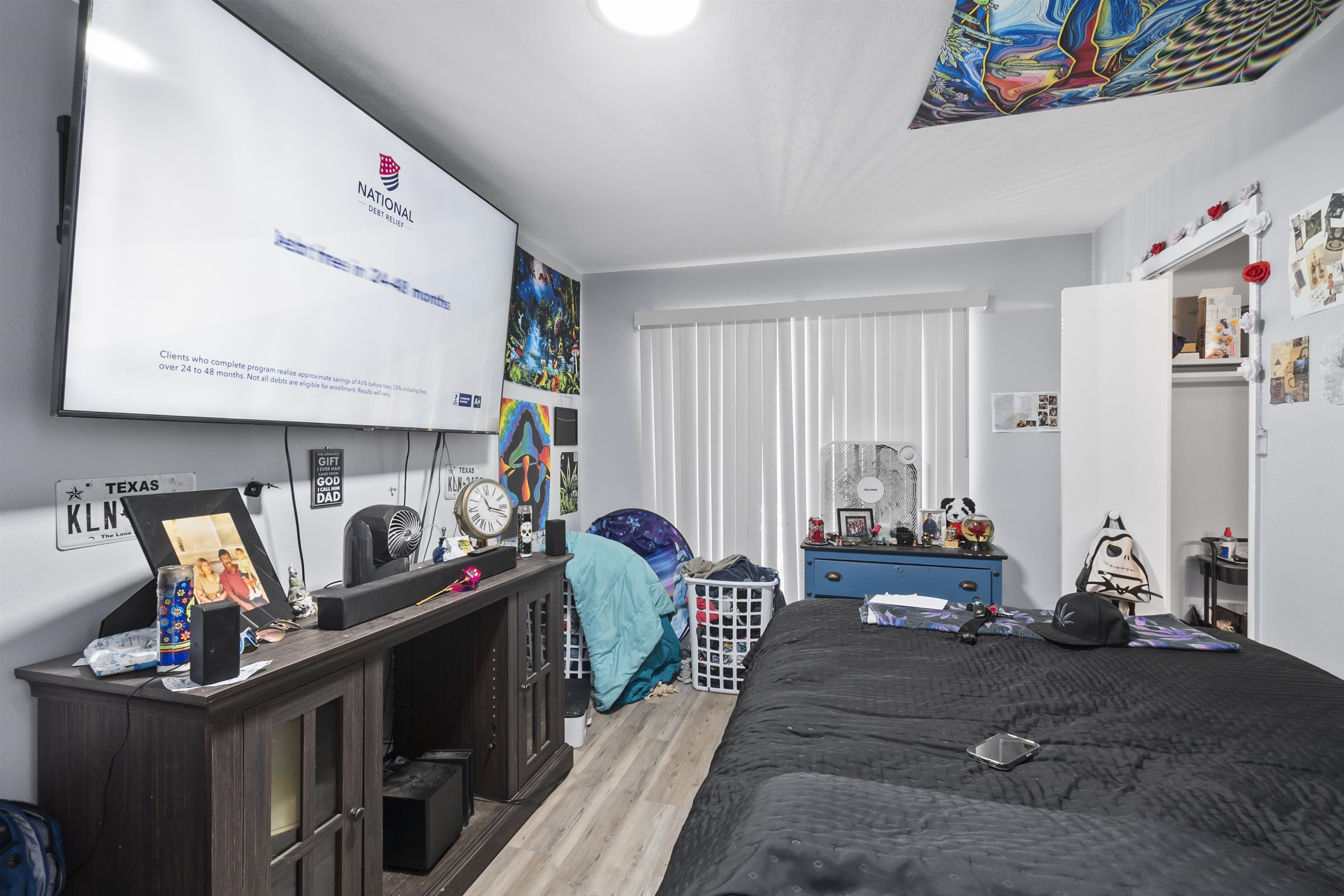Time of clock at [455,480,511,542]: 11:17
